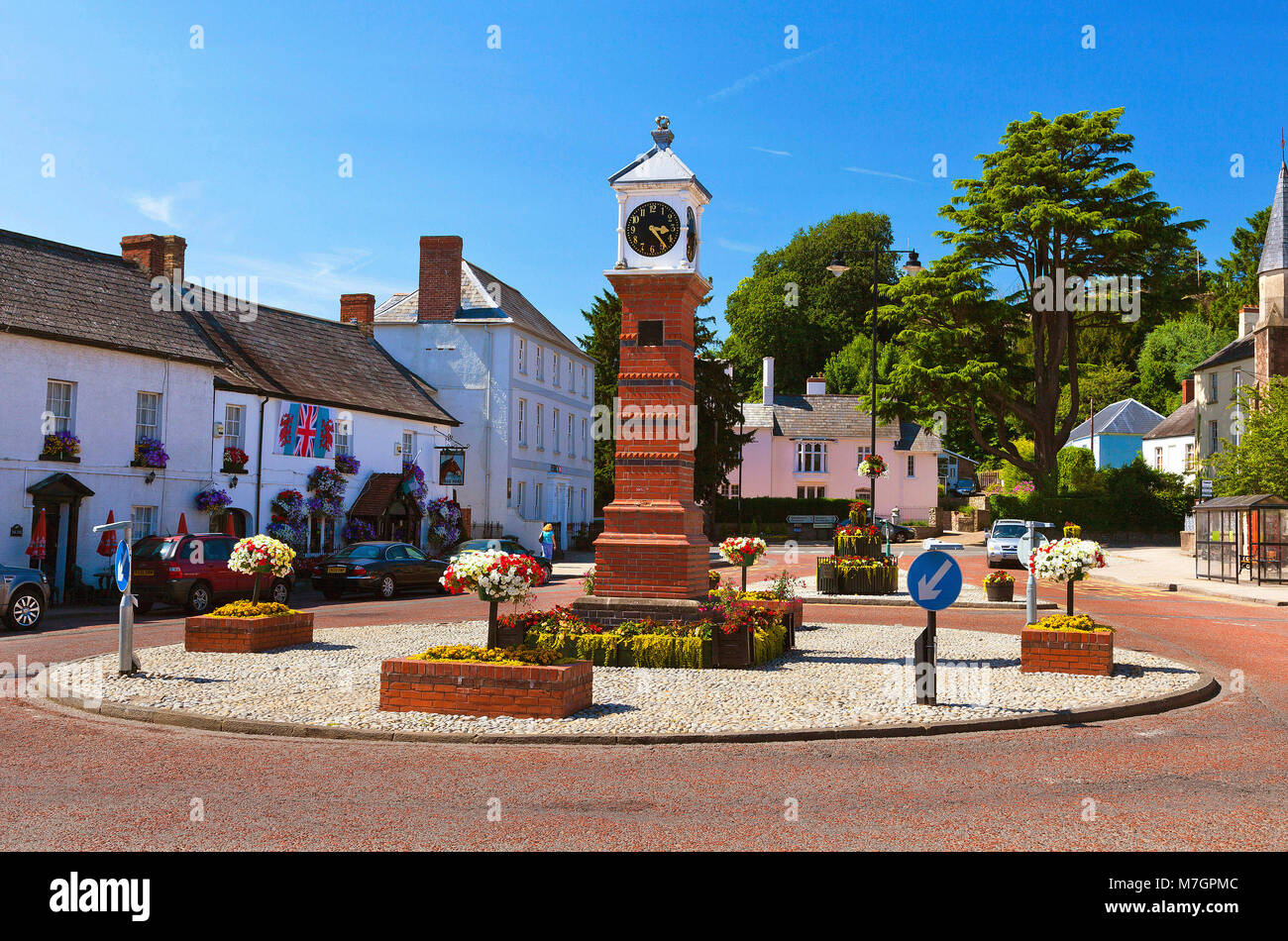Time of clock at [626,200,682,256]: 3:23
